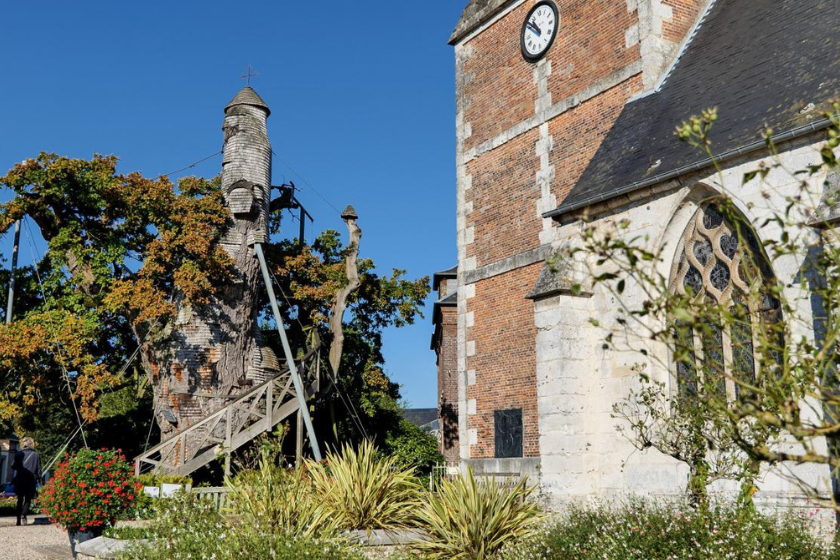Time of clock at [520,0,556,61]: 10:51
